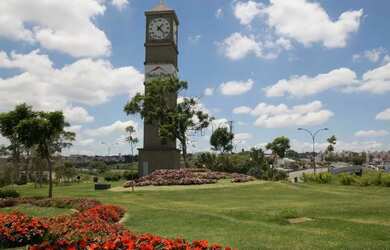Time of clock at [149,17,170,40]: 1:22
